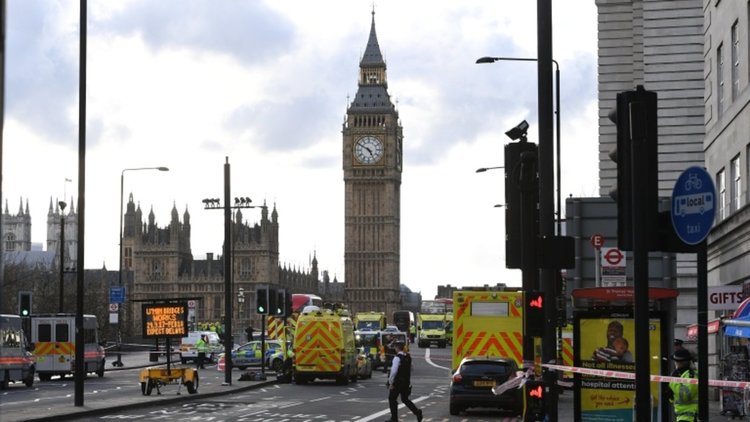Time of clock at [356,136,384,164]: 4:50
